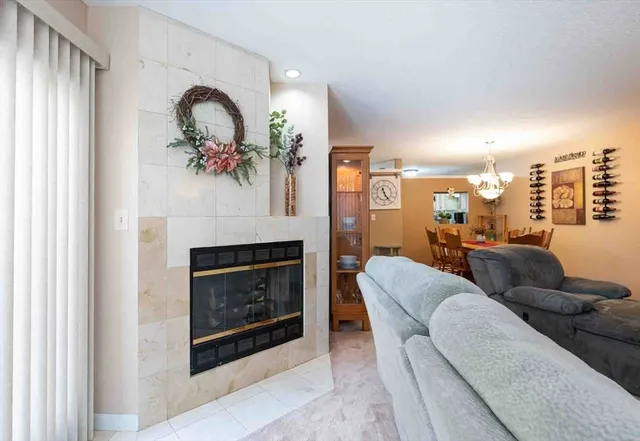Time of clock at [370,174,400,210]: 11:23
